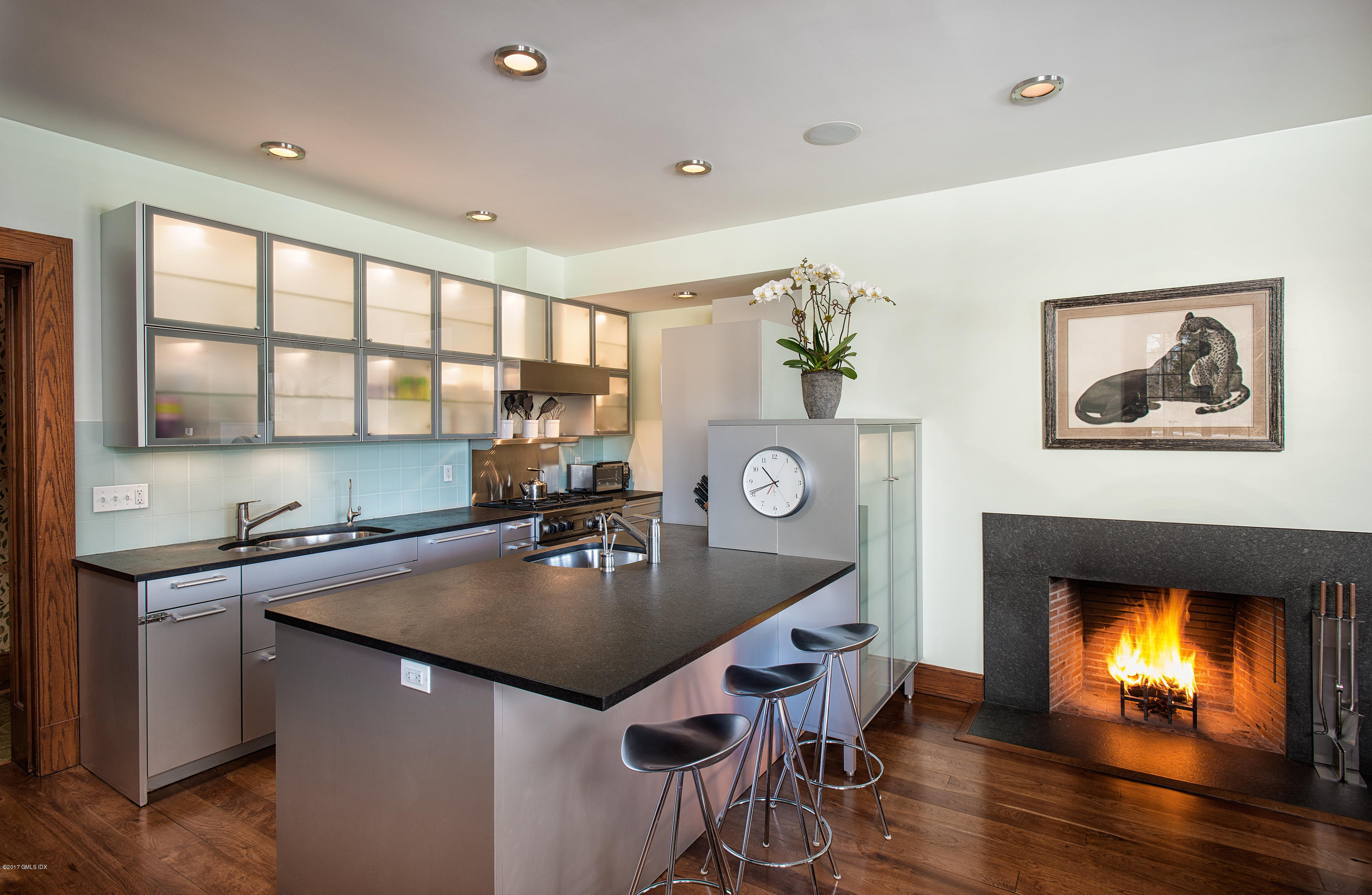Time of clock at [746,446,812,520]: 10:41
